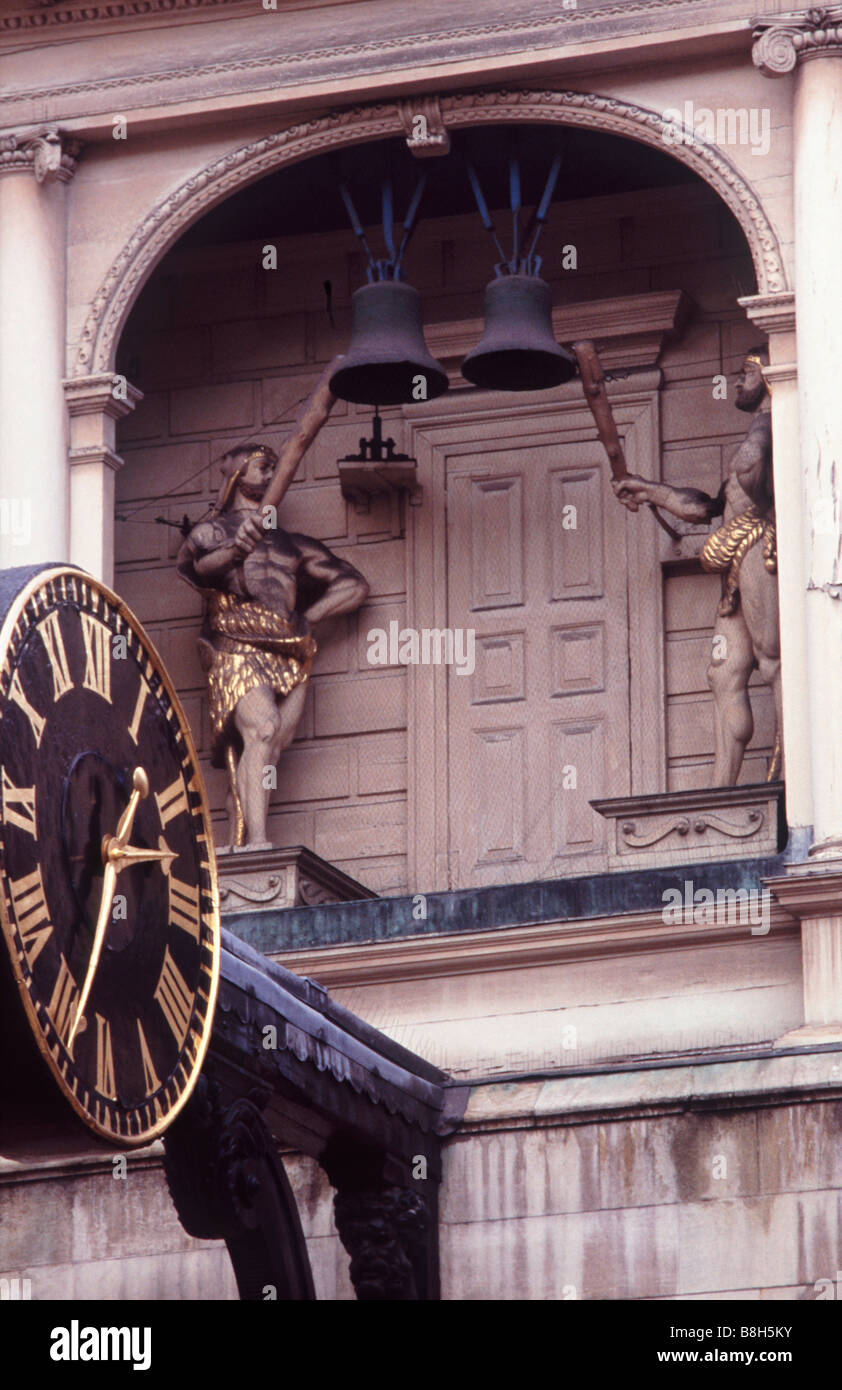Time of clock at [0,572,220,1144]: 2:34
